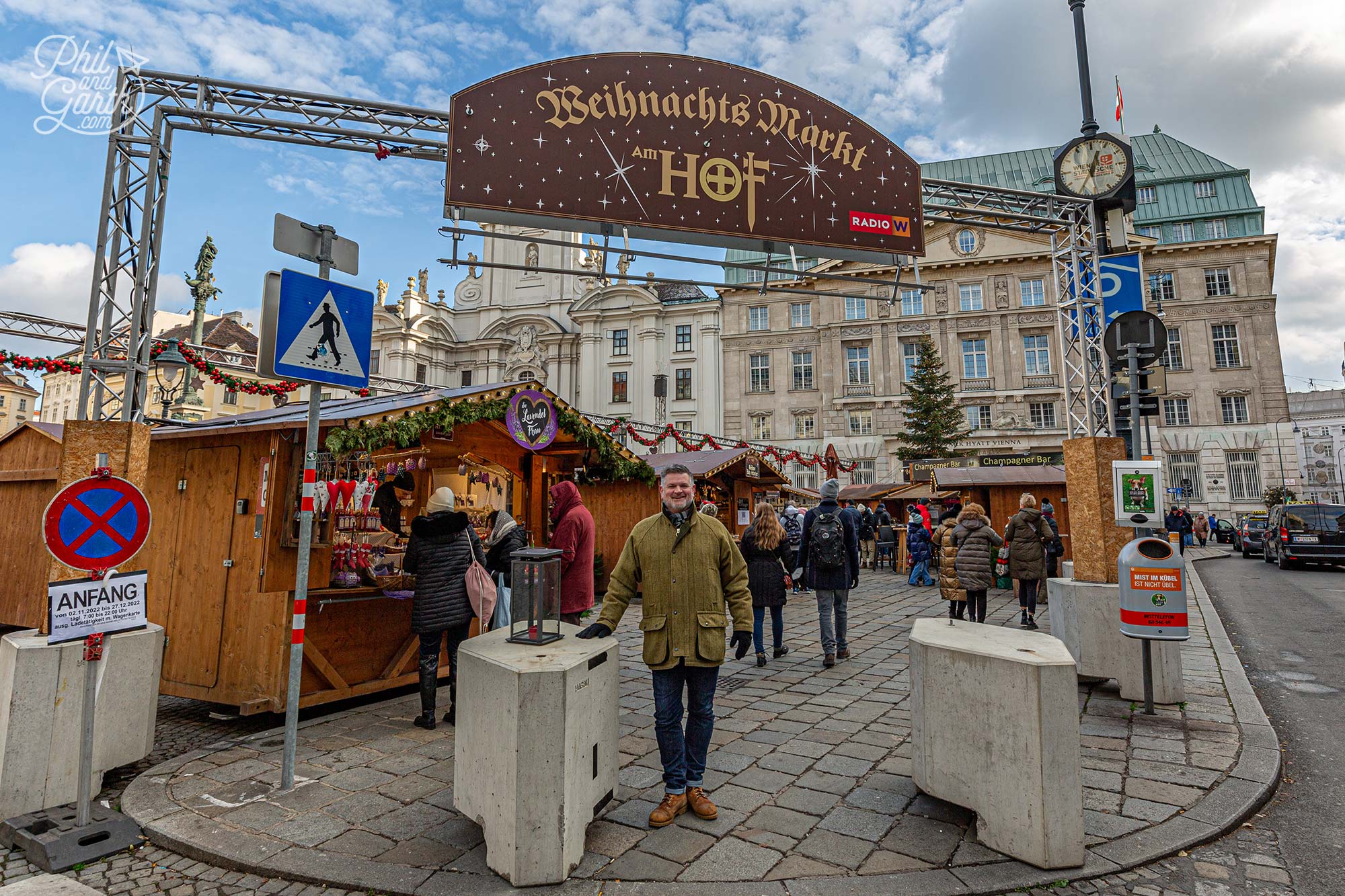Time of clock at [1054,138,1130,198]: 12:34
